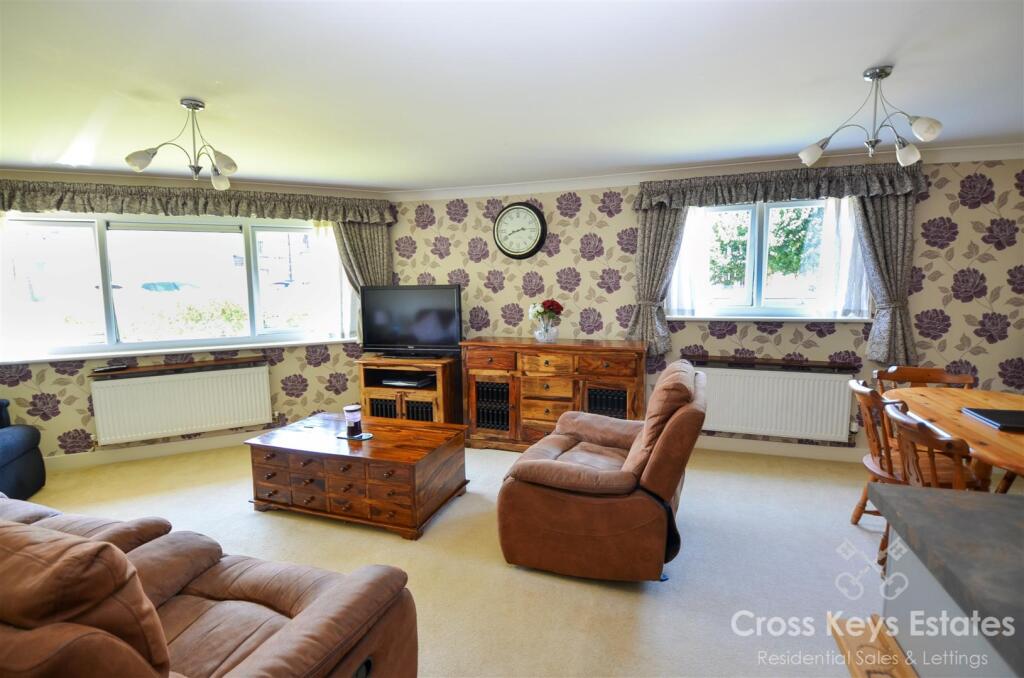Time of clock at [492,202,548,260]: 2:41
